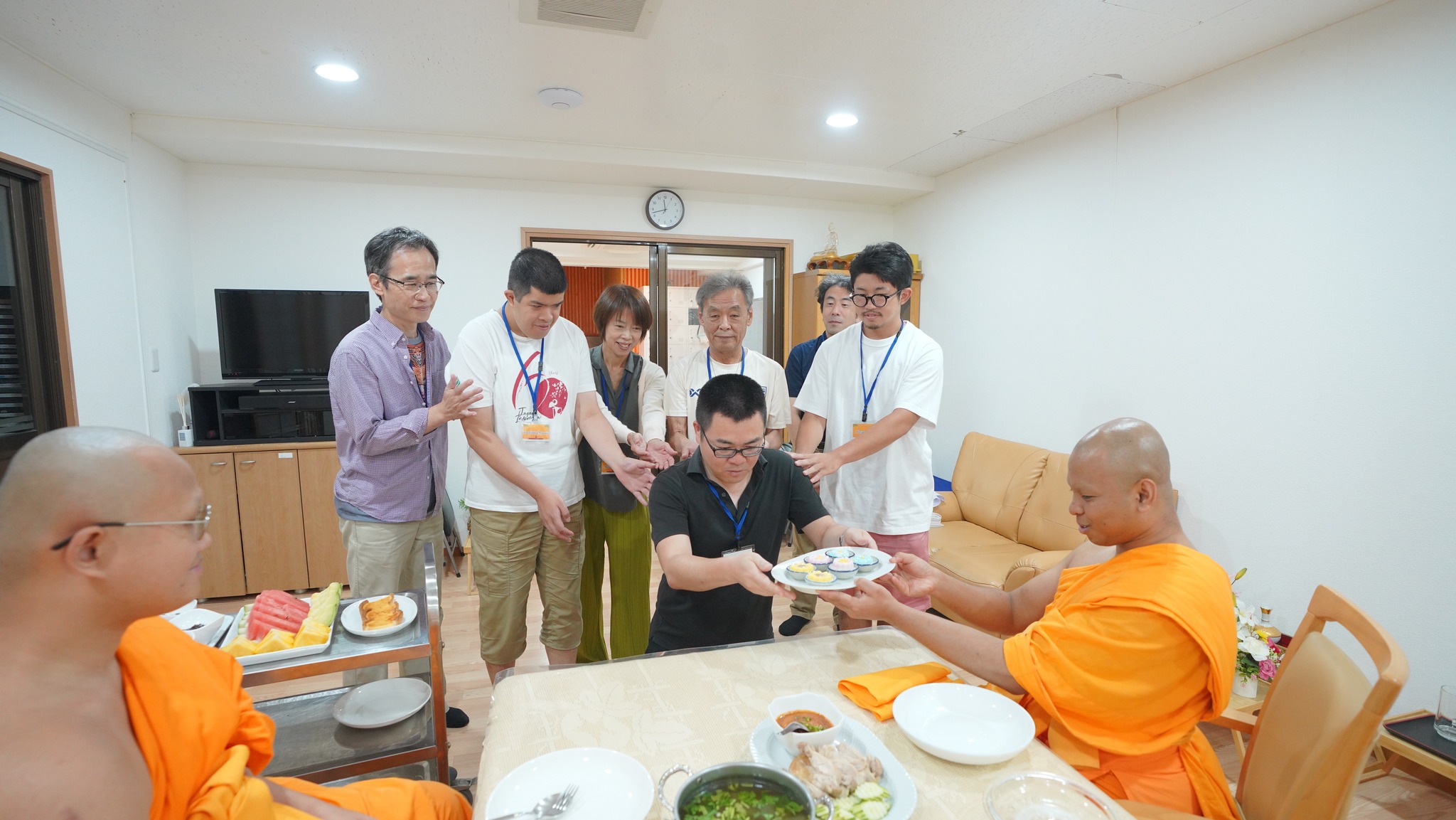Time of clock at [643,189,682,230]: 11:42
